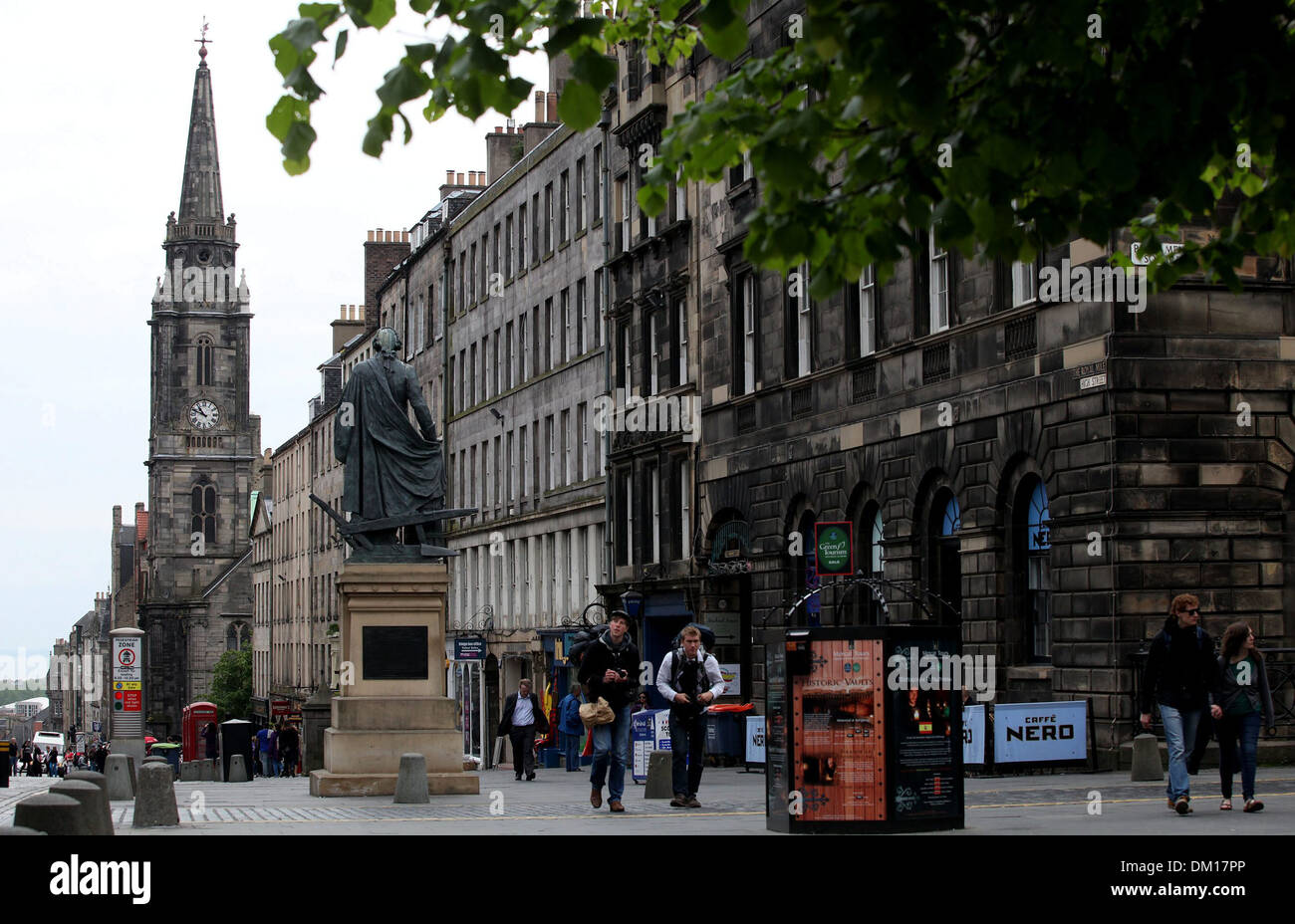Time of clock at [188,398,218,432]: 10:48
